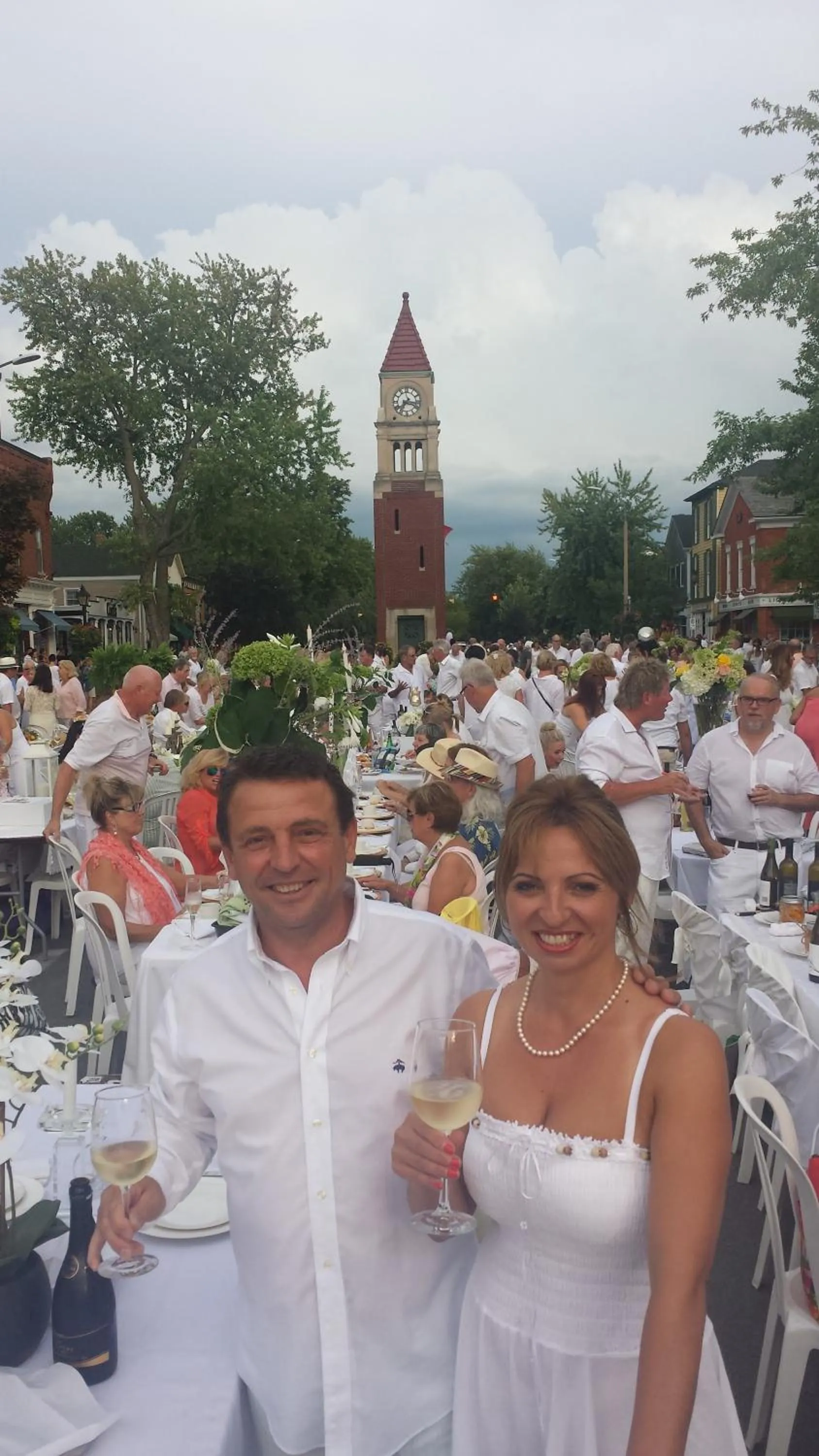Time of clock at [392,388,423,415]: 7:17
